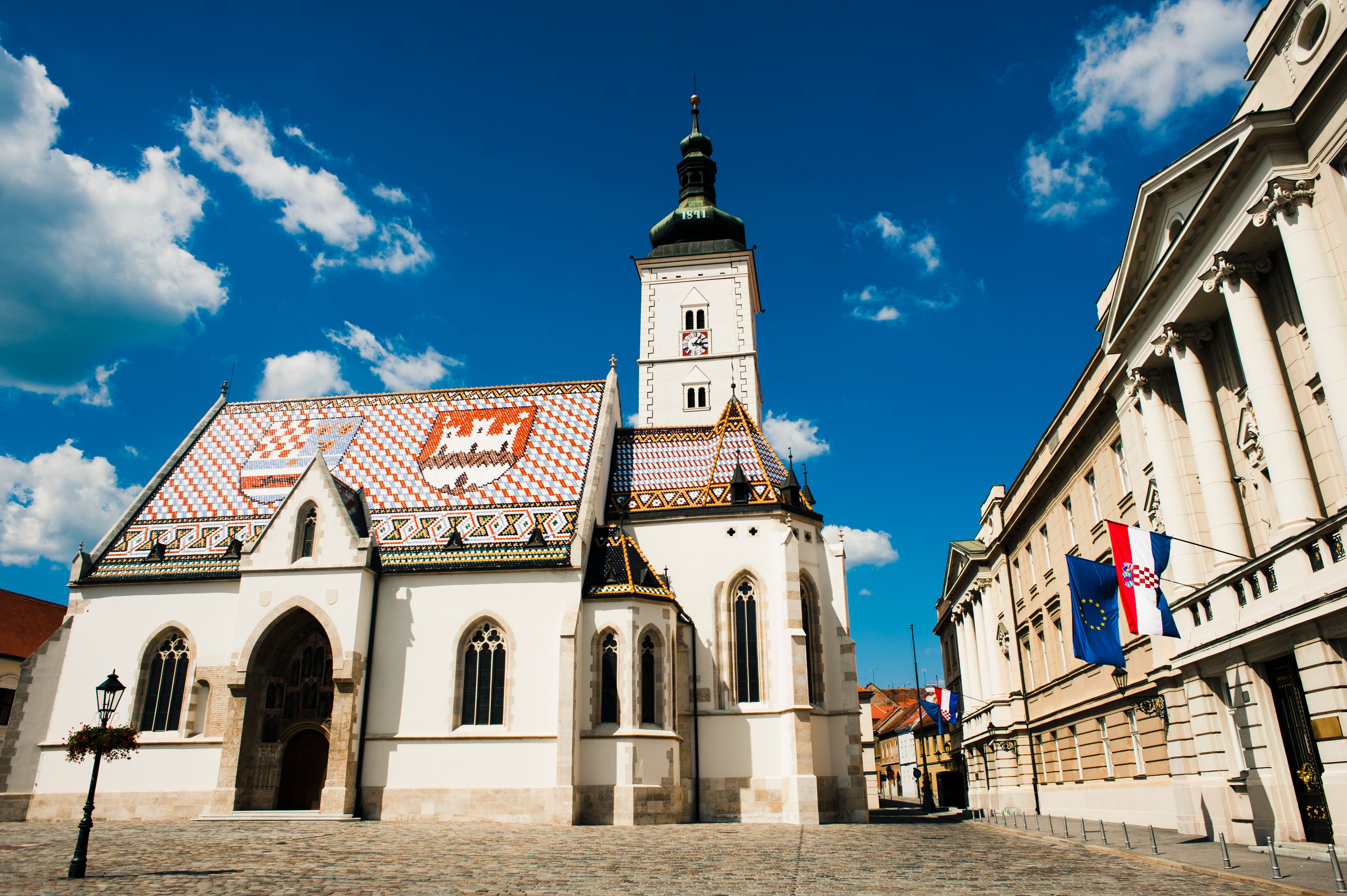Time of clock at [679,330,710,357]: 3:05
